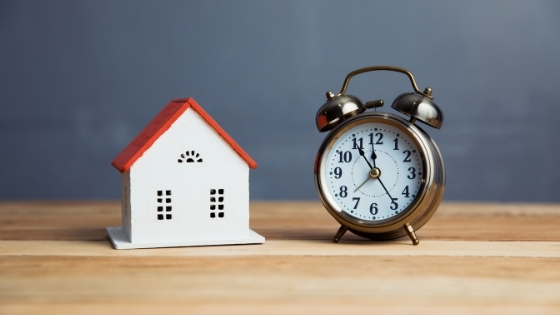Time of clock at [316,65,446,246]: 11:54
